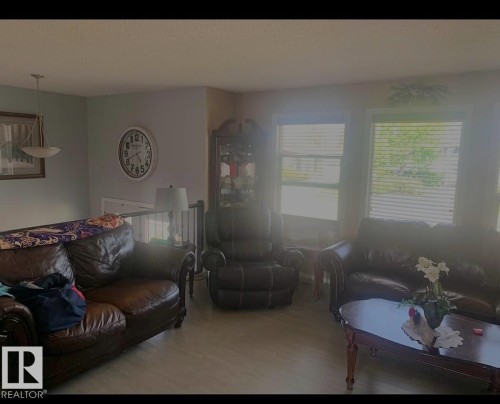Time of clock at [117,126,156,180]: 4:41
